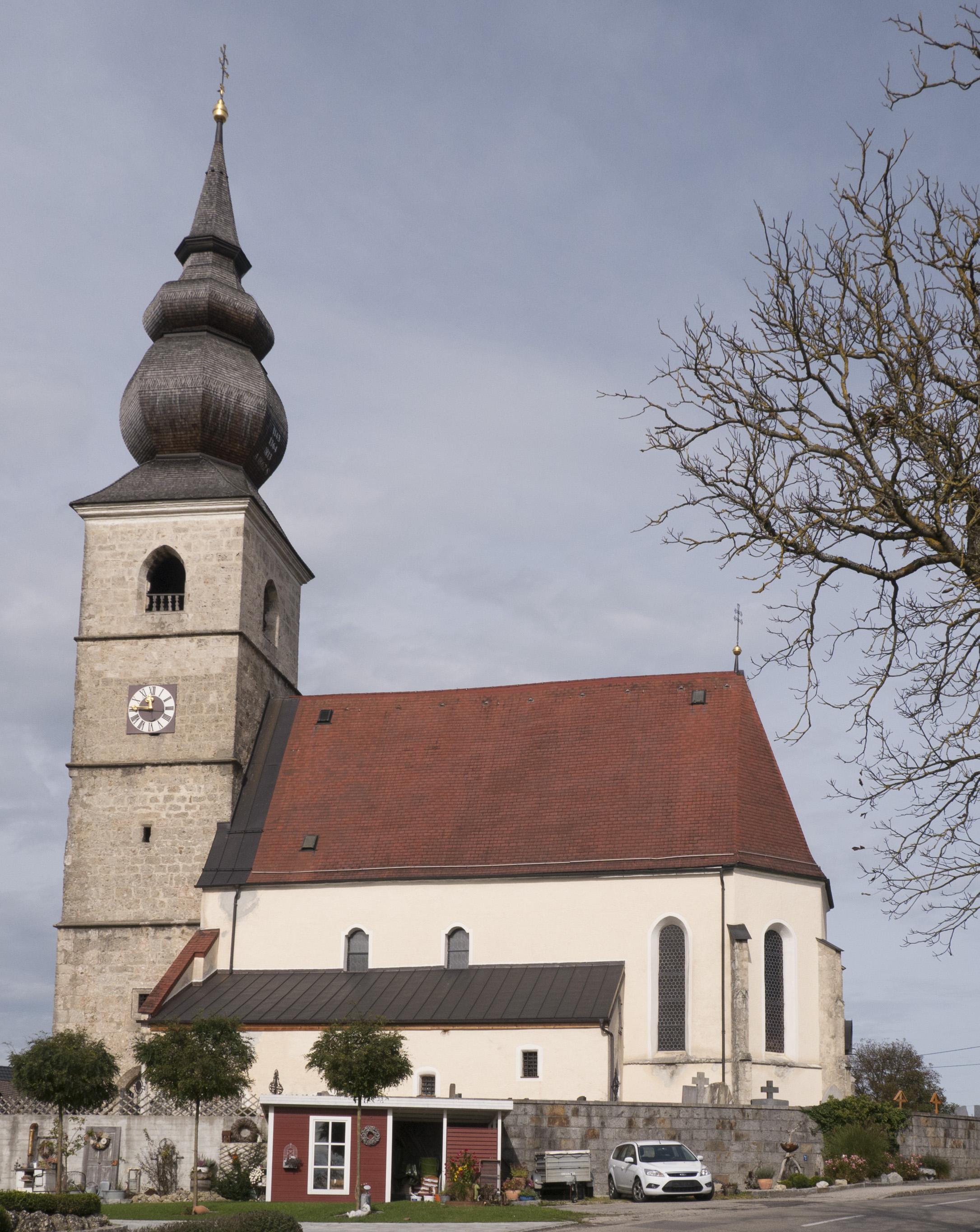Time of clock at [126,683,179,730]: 11:45
